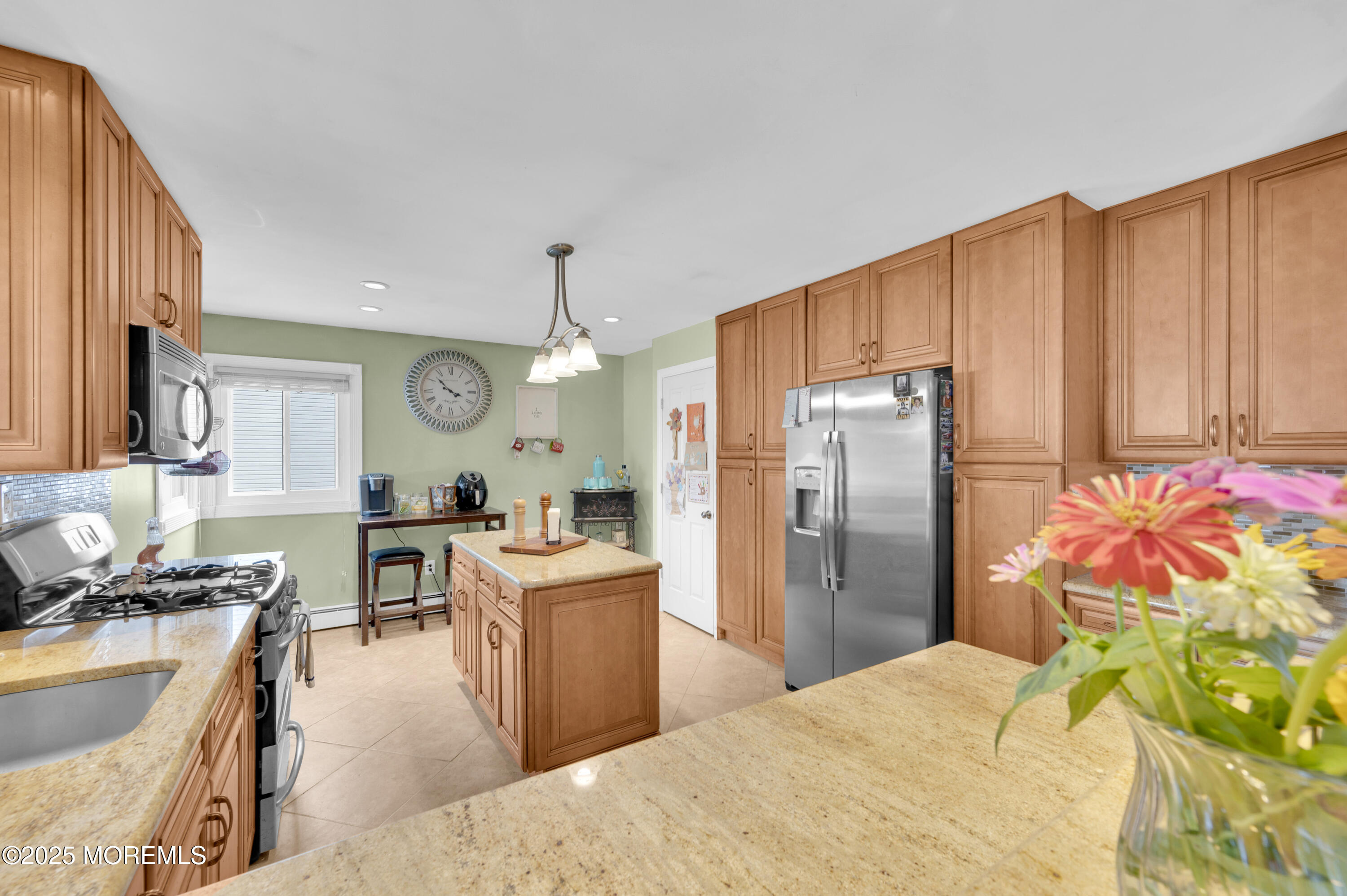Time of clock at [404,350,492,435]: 3:52
